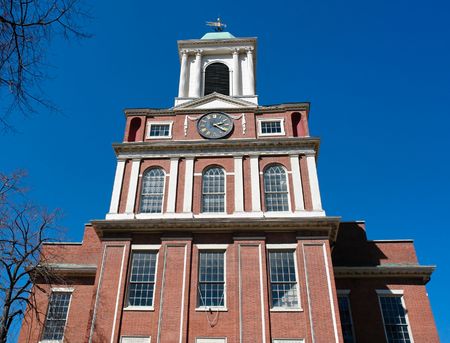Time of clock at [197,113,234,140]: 2:21
